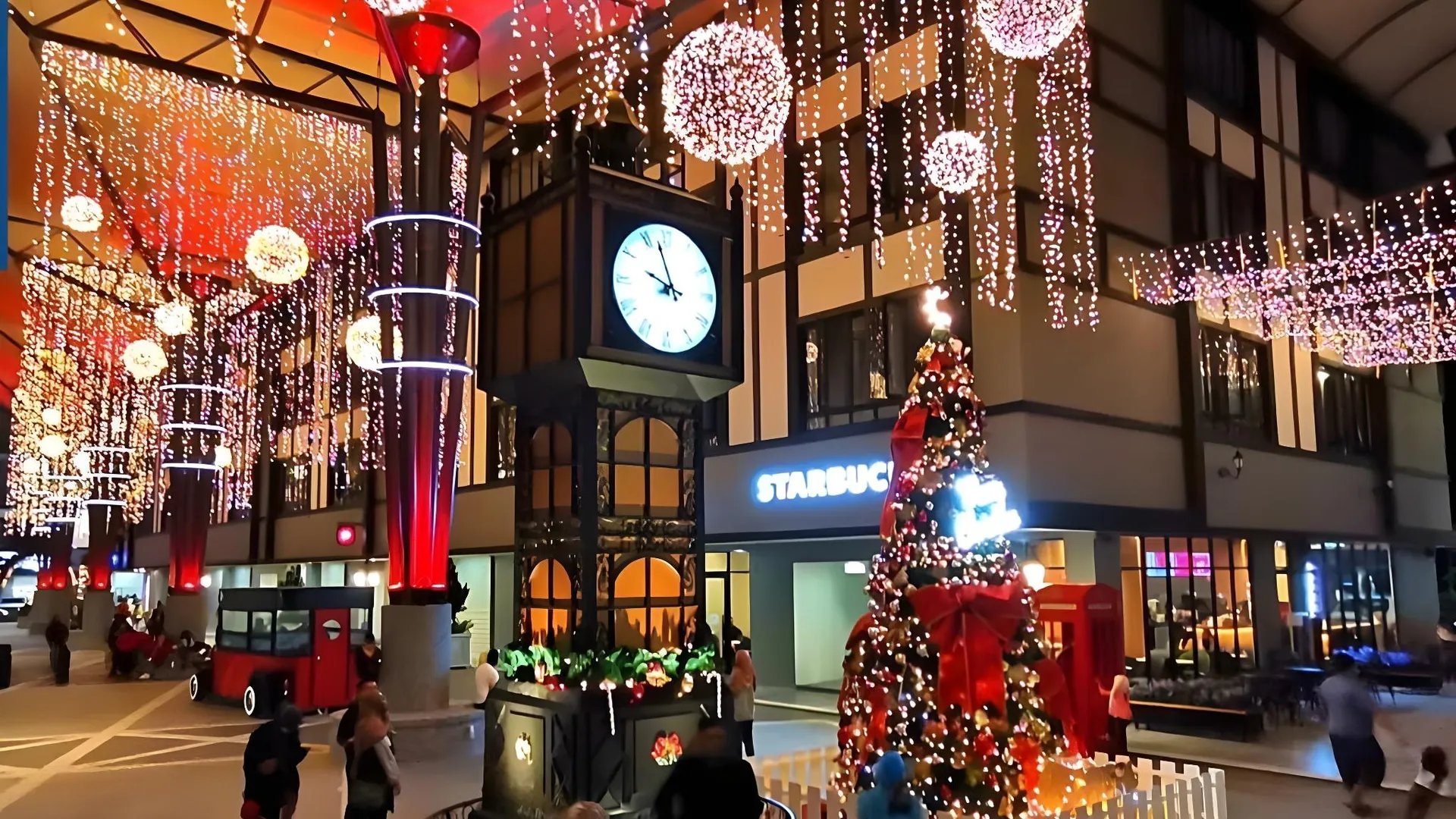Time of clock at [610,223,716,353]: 9:57
